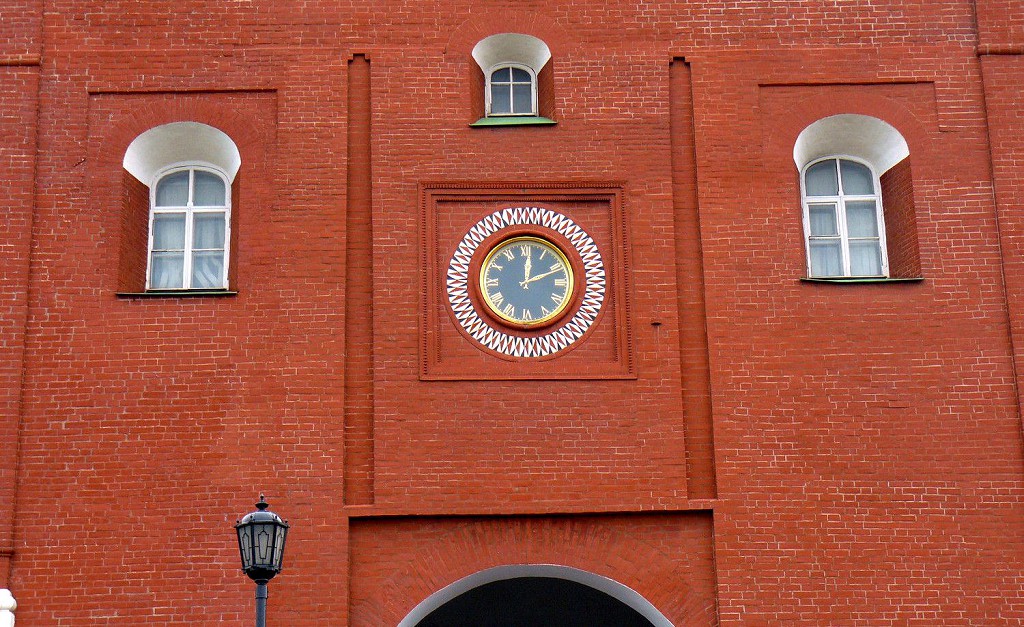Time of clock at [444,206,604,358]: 12:11
